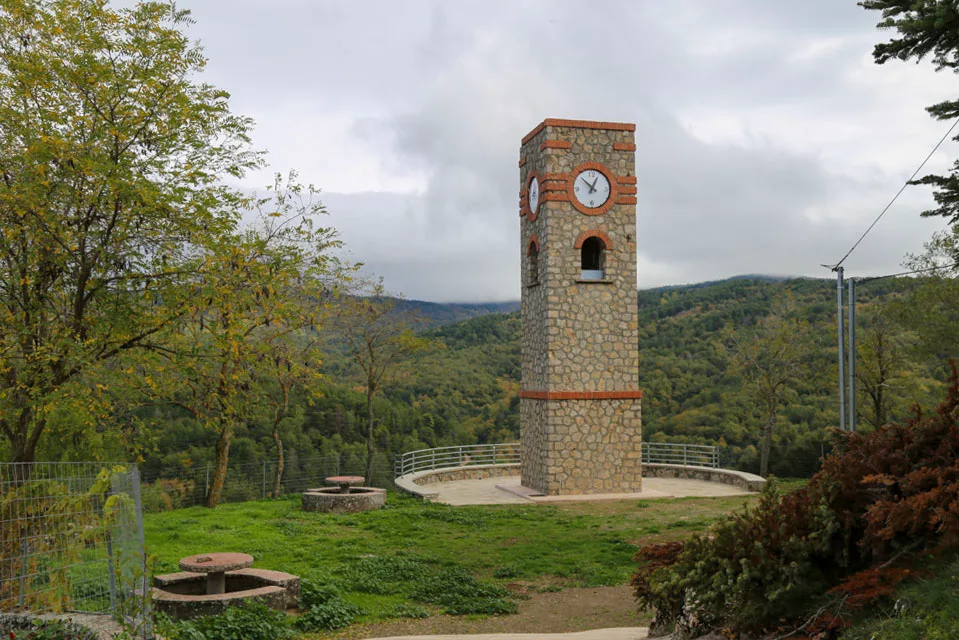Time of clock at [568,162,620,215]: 12:52
